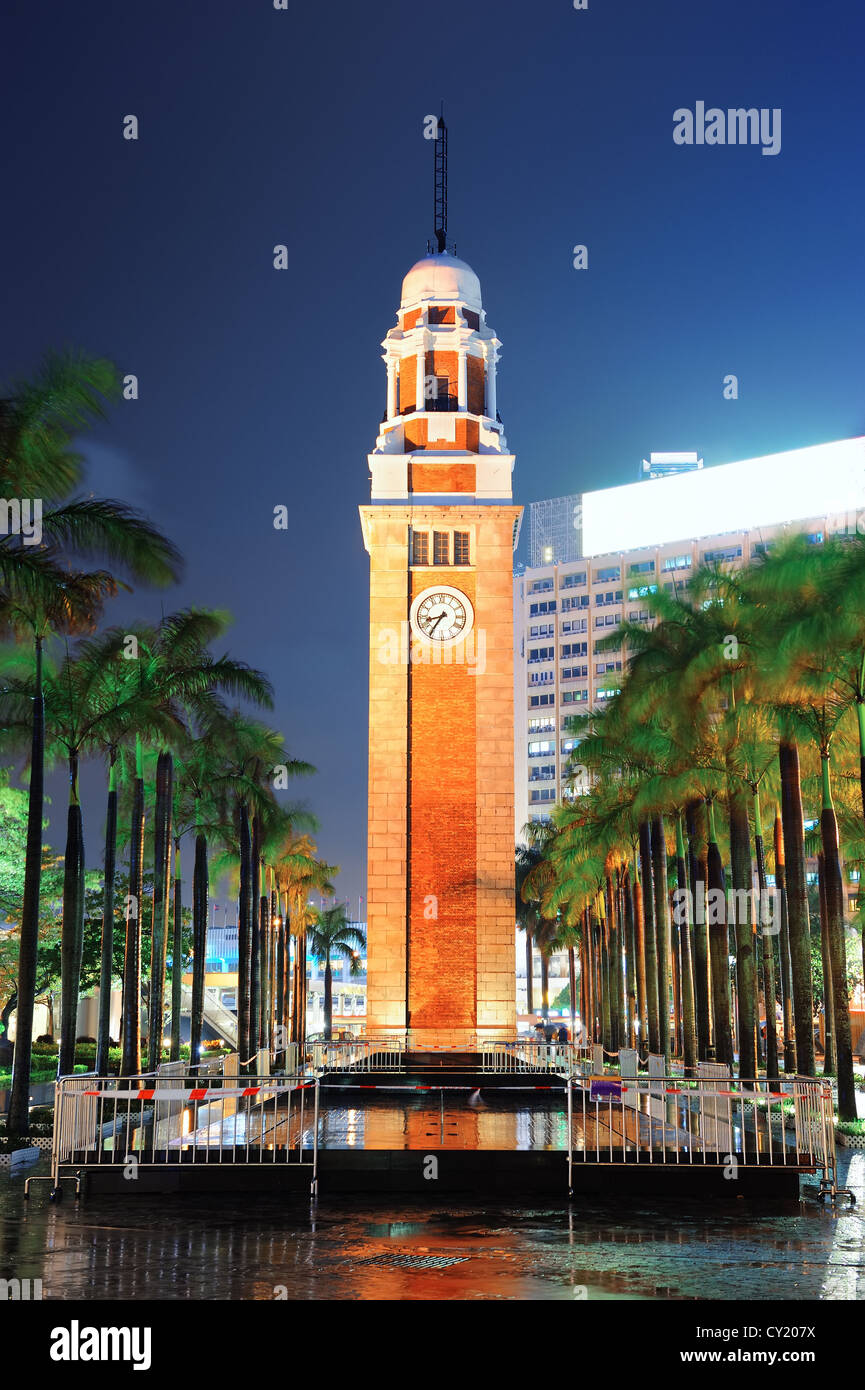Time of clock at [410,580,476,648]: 8:35
